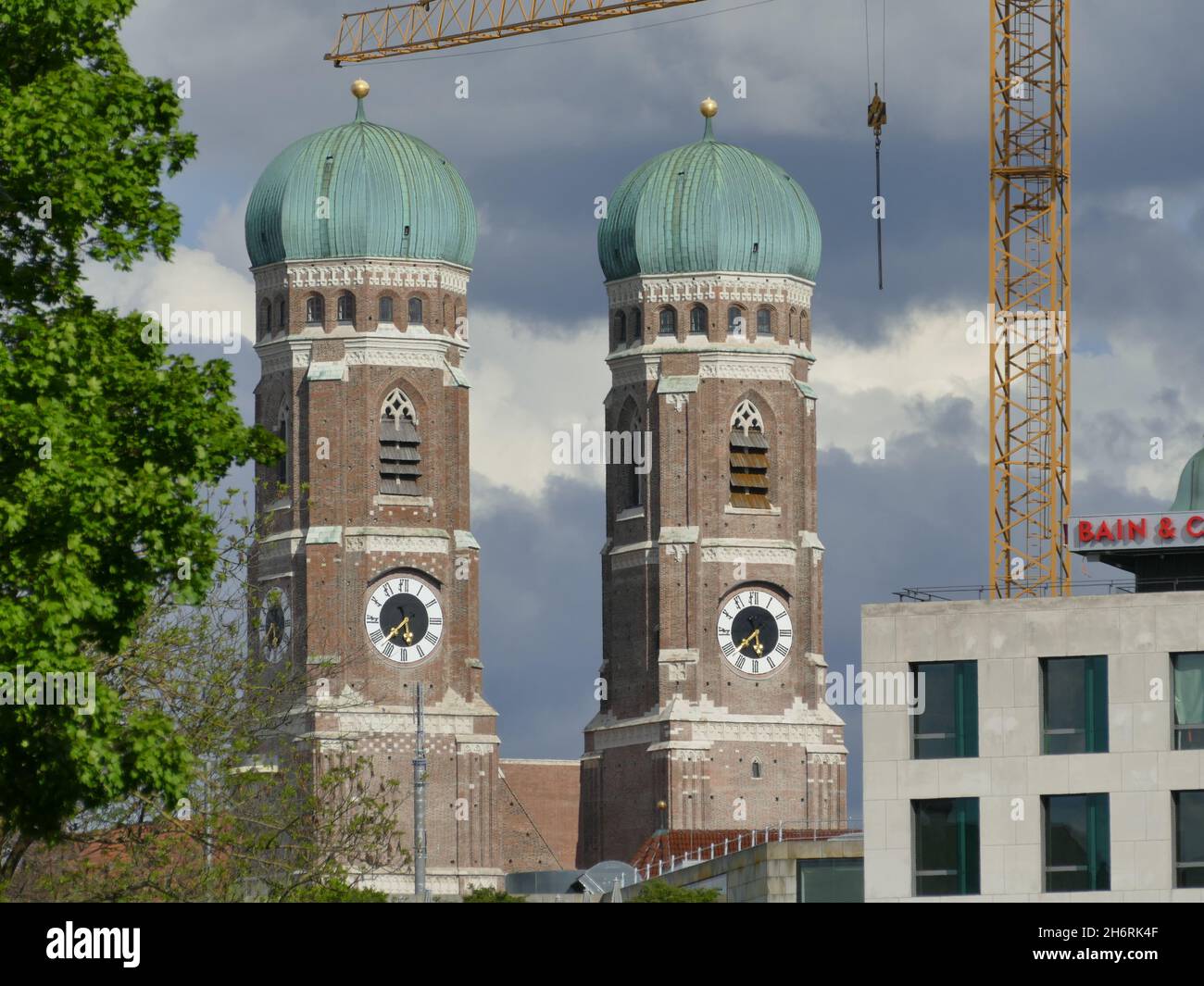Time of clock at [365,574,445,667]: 5:37
